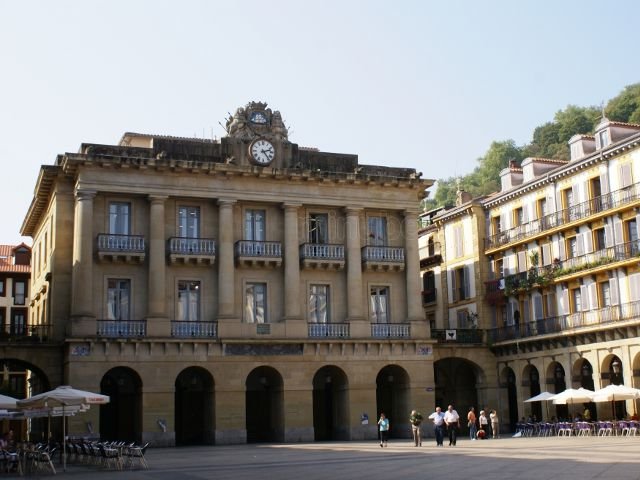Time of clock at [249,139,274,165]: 2:23
